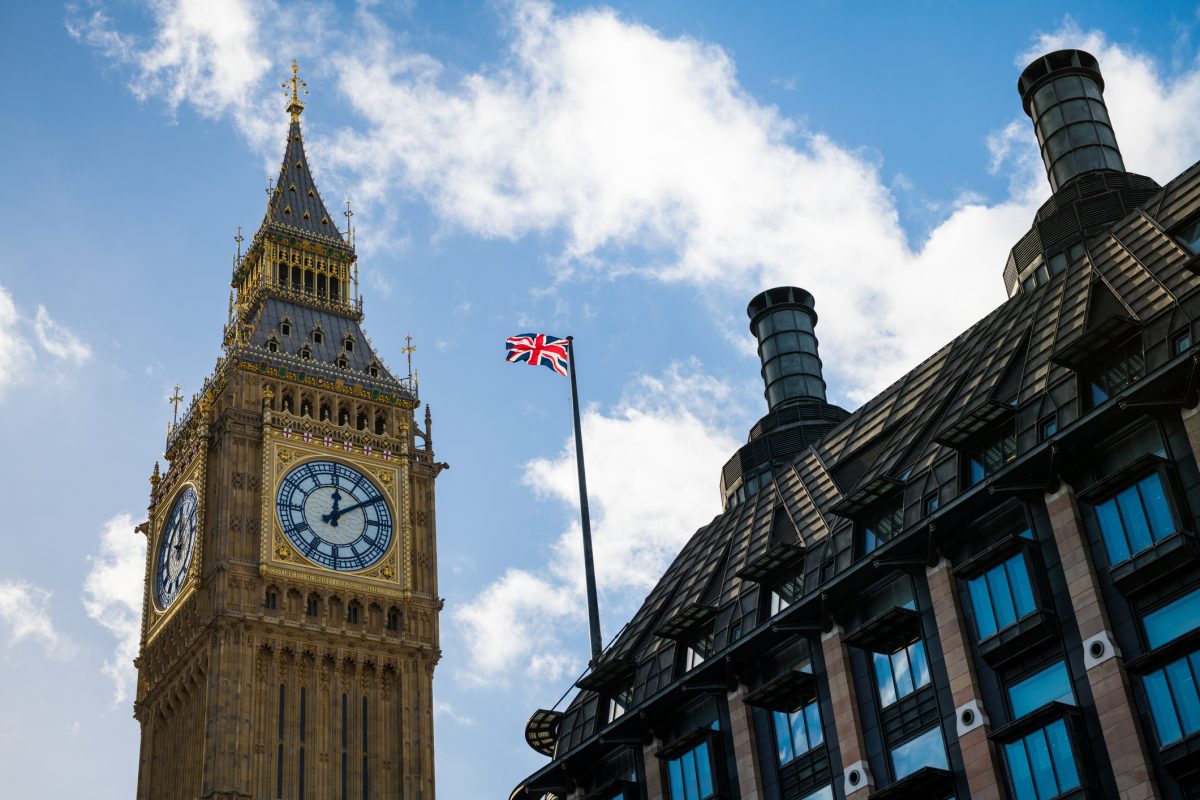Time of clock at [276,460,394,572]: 12:09
